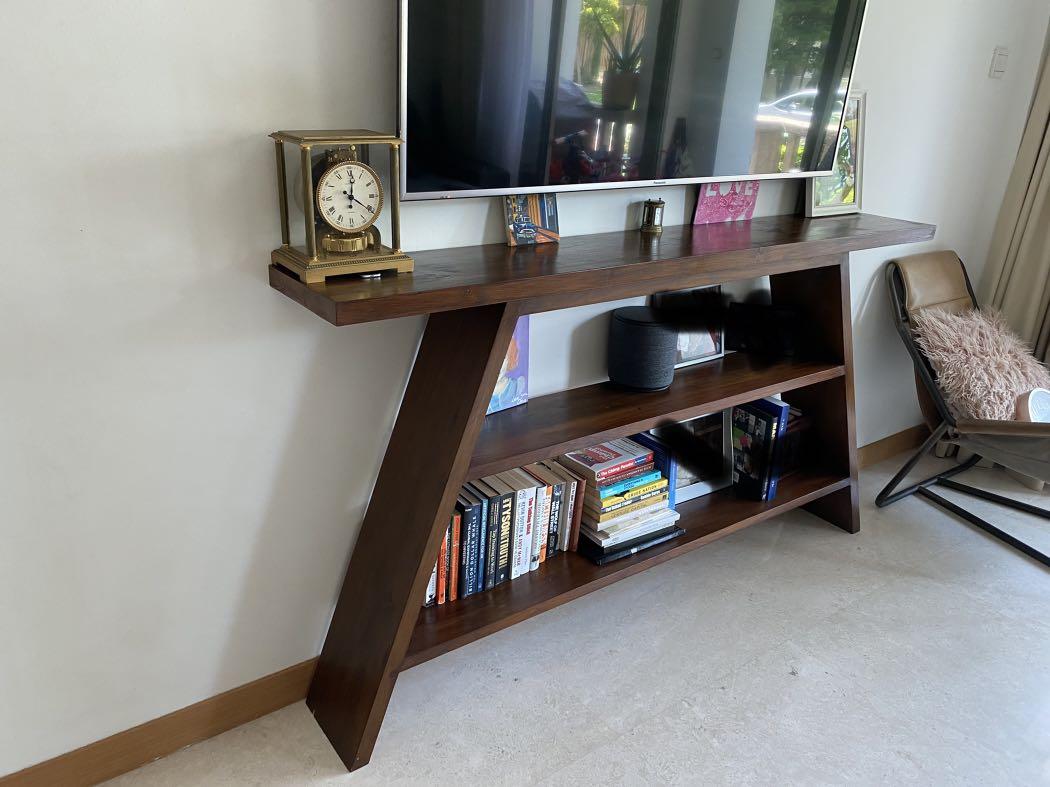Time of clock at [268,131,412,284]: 12:20
